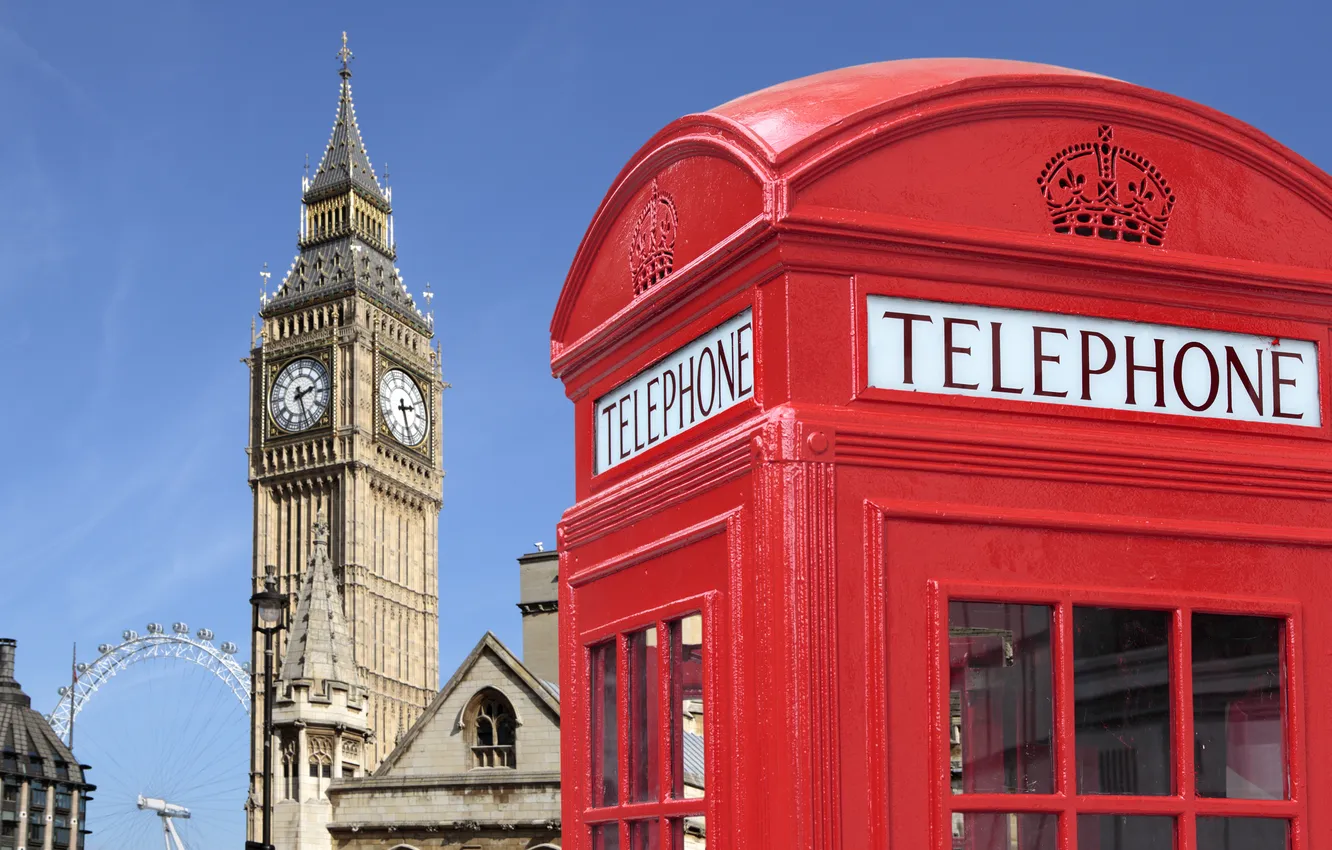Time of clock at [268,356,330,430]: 2:27
